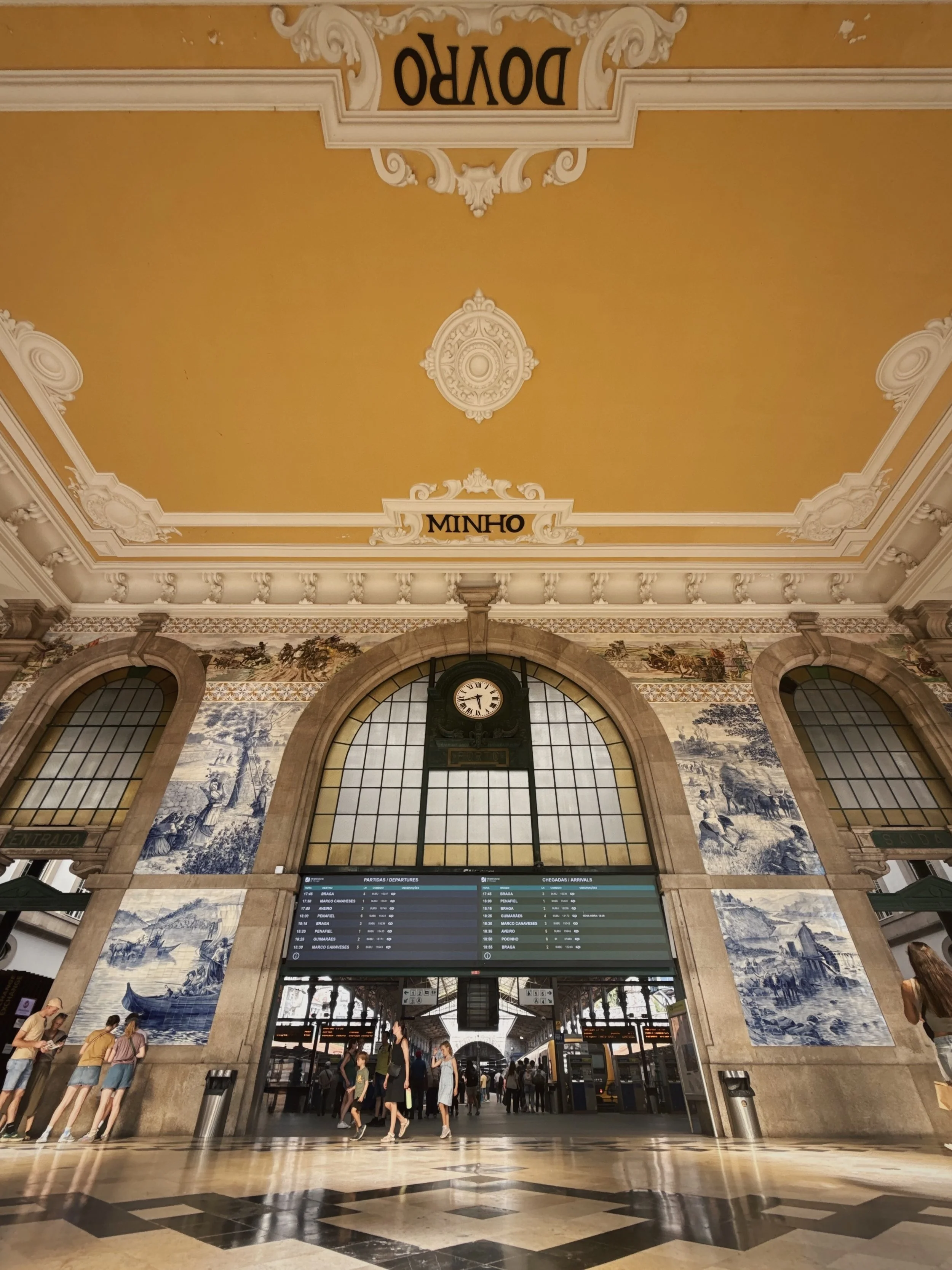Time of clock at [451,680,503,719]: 5:42
